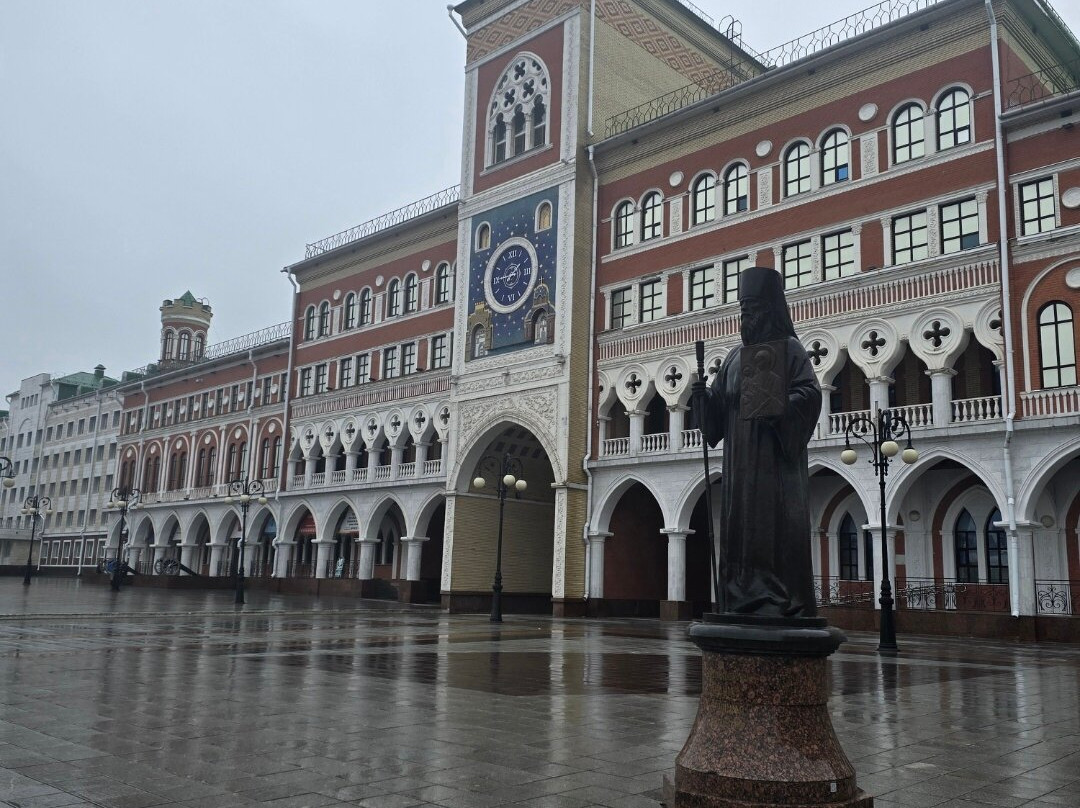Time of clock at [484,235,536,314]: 1:45
